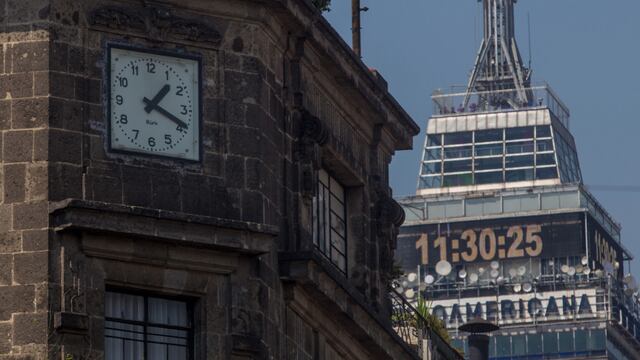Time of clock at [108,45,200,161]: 1:18
